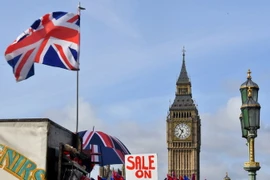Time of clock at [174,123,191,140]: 10:34
